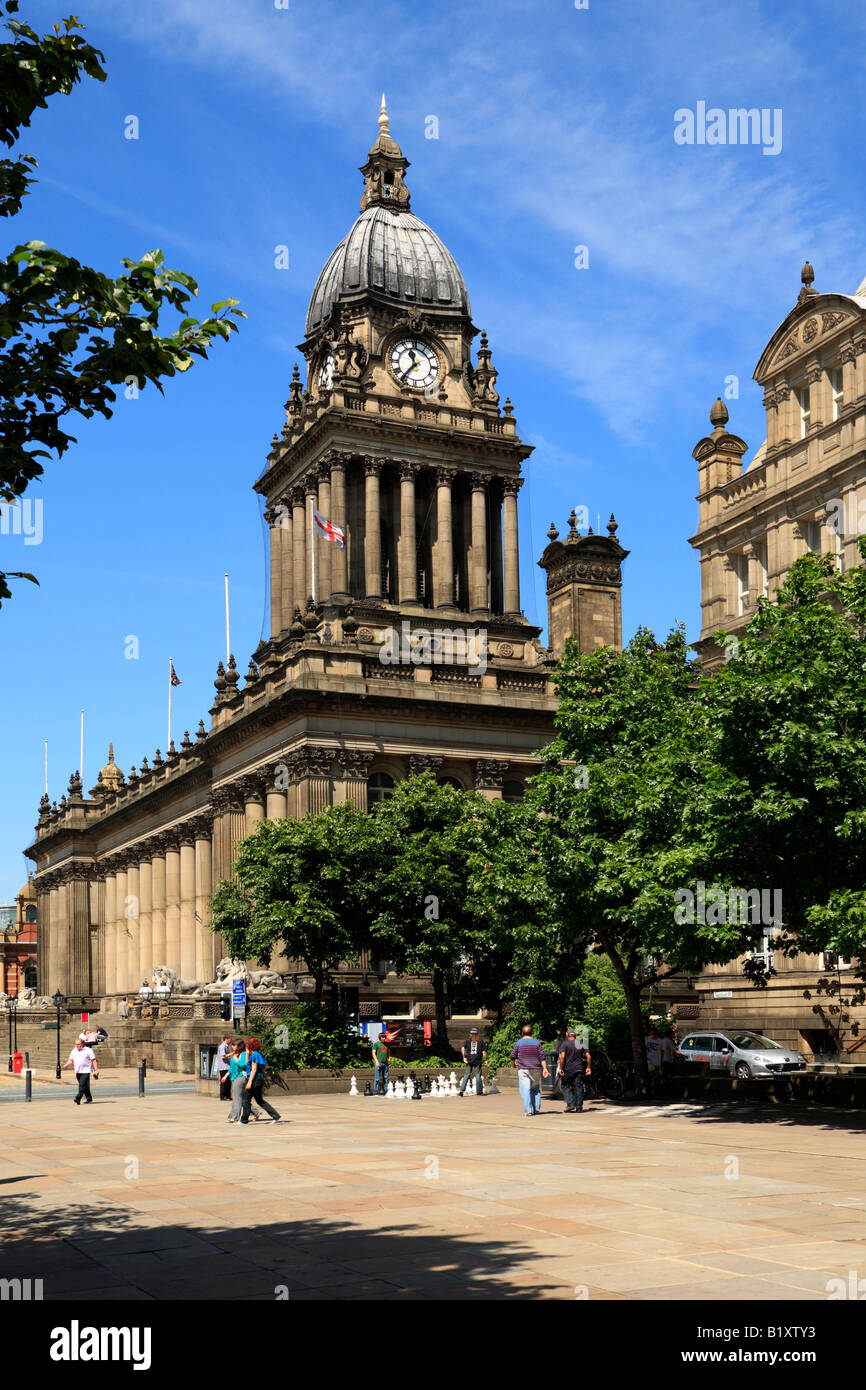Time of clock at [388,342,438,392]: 11:36
